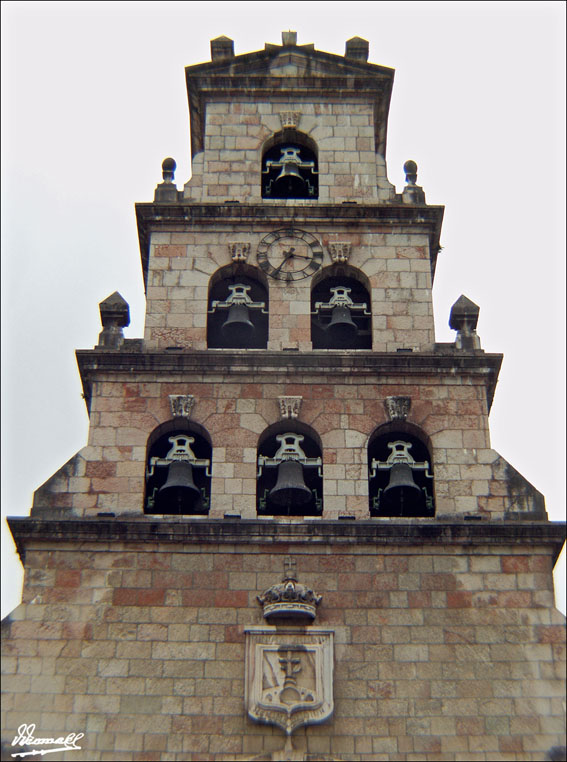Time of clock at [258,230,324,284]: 7:17
